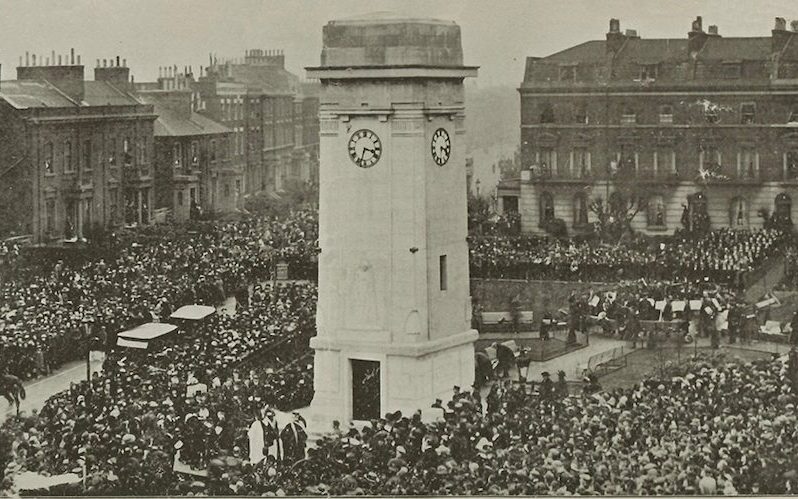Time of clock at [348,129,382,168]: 3:33
